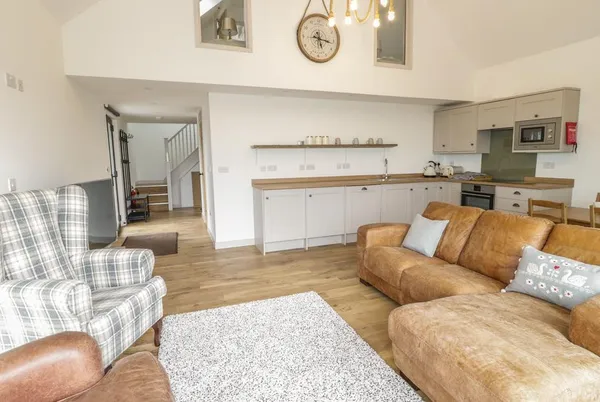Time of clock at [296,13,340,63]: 5:16
